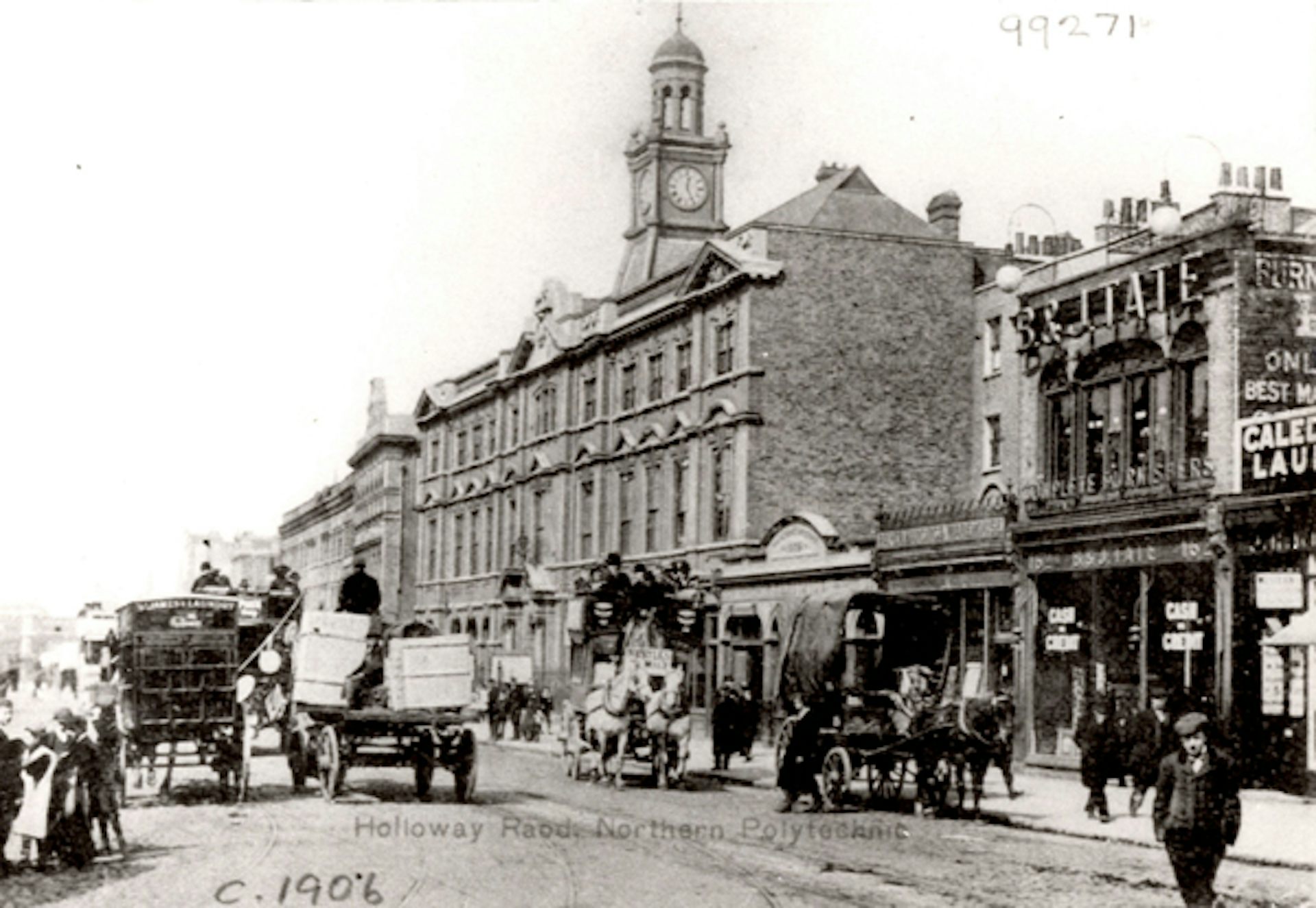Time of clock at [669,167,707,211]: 12:25
